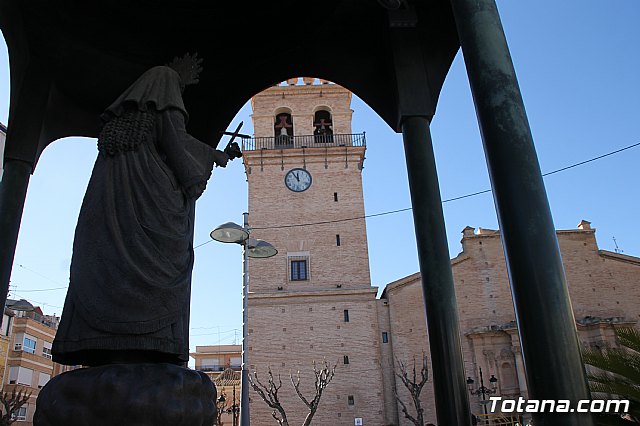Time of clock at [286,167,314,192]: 11:54
